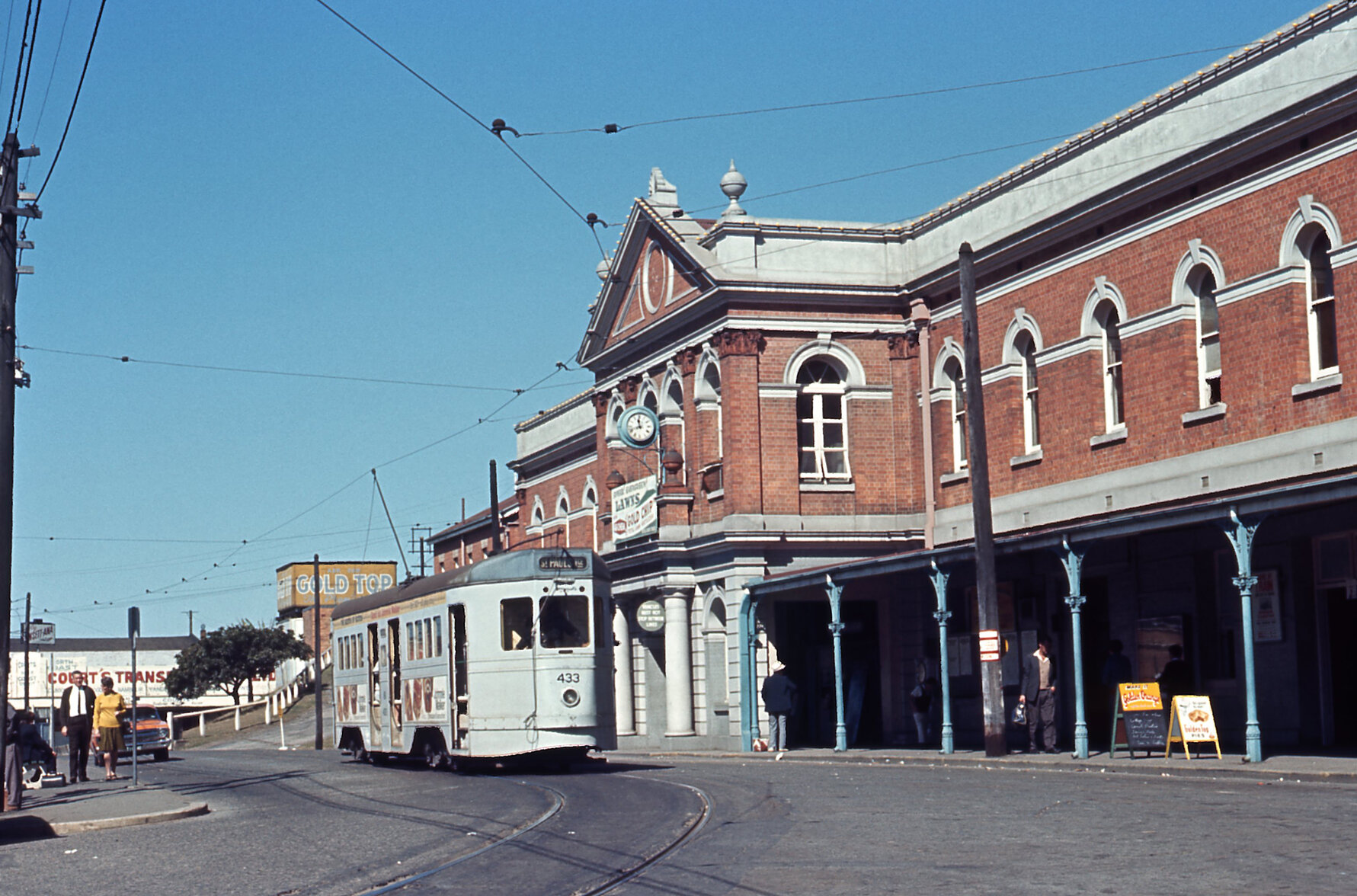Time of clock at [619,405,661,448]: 11:41
